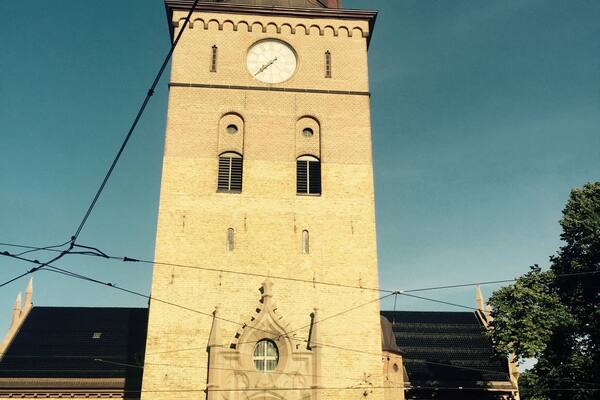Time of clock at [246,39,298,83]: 7:37
